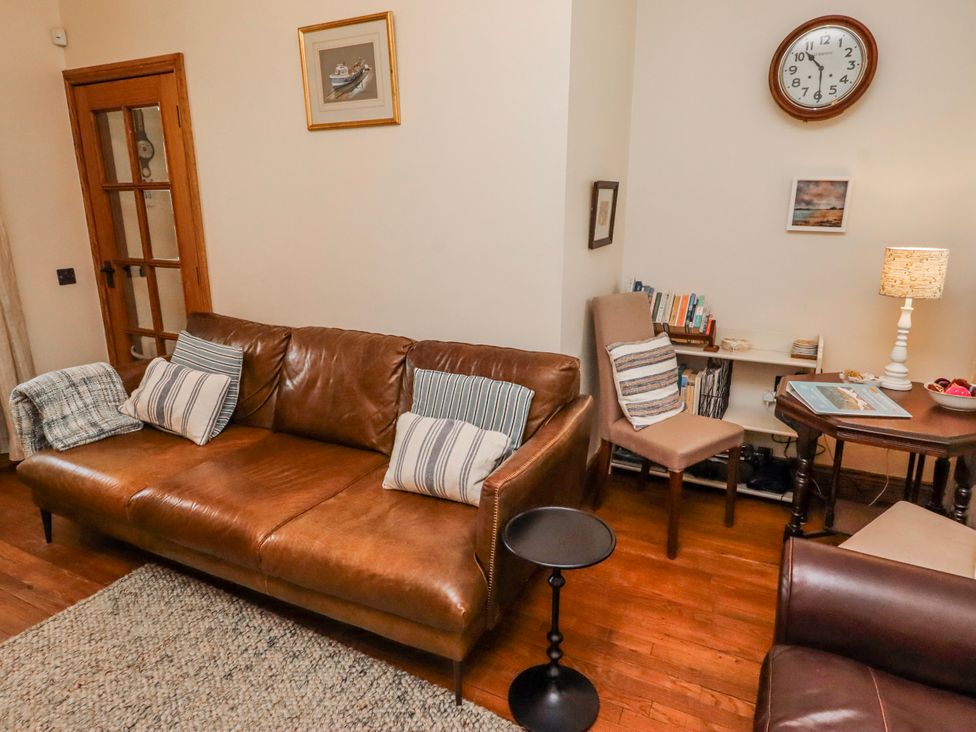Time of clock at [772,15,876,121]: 10:29
